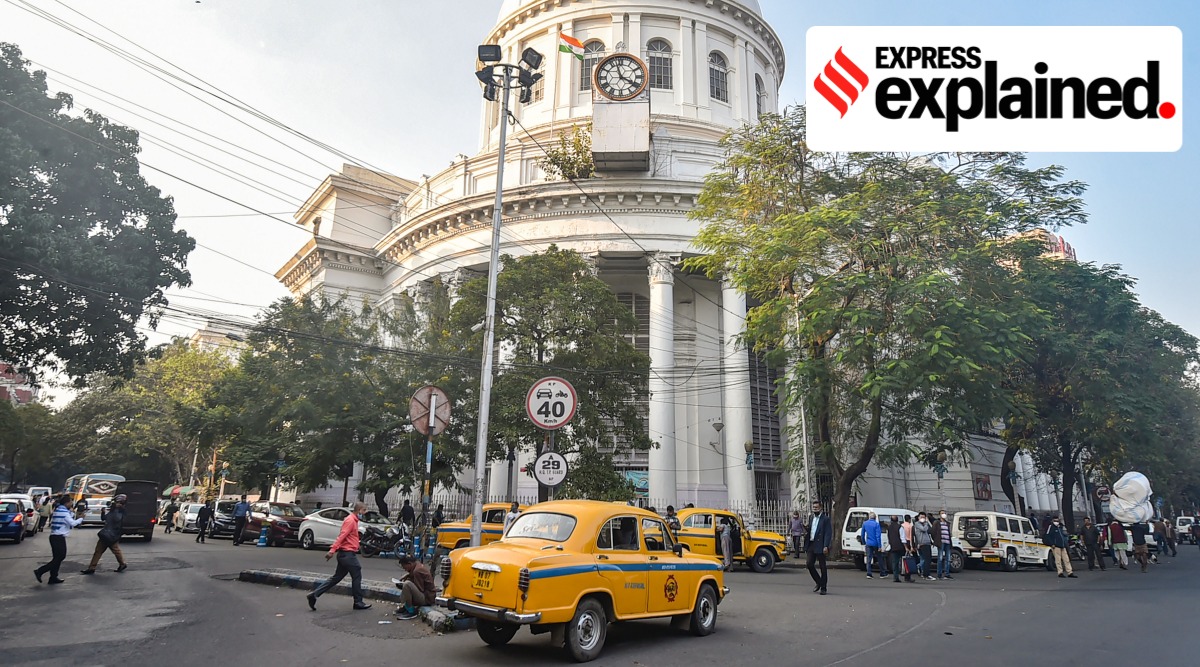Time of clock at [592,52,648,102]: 3:57
